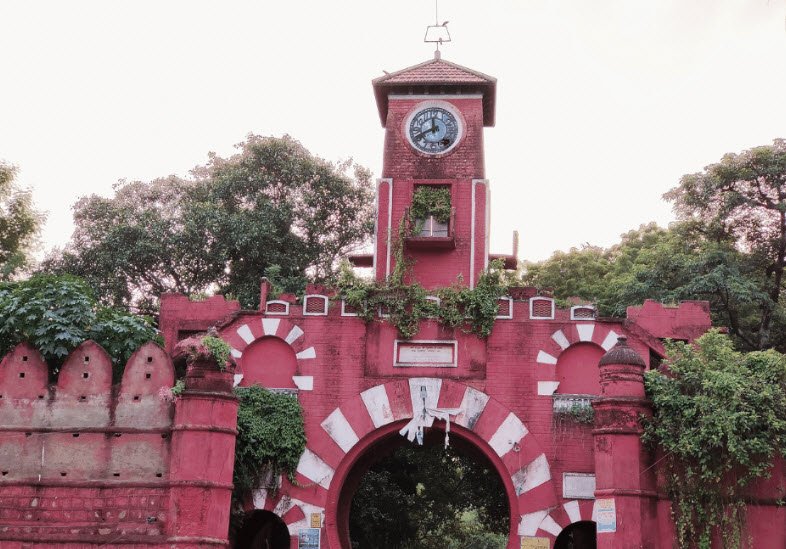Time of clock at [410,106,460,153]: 11:41
